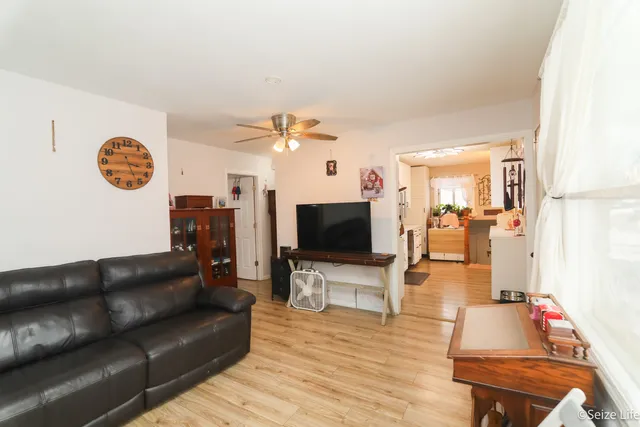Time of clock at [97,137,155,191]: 3:26
